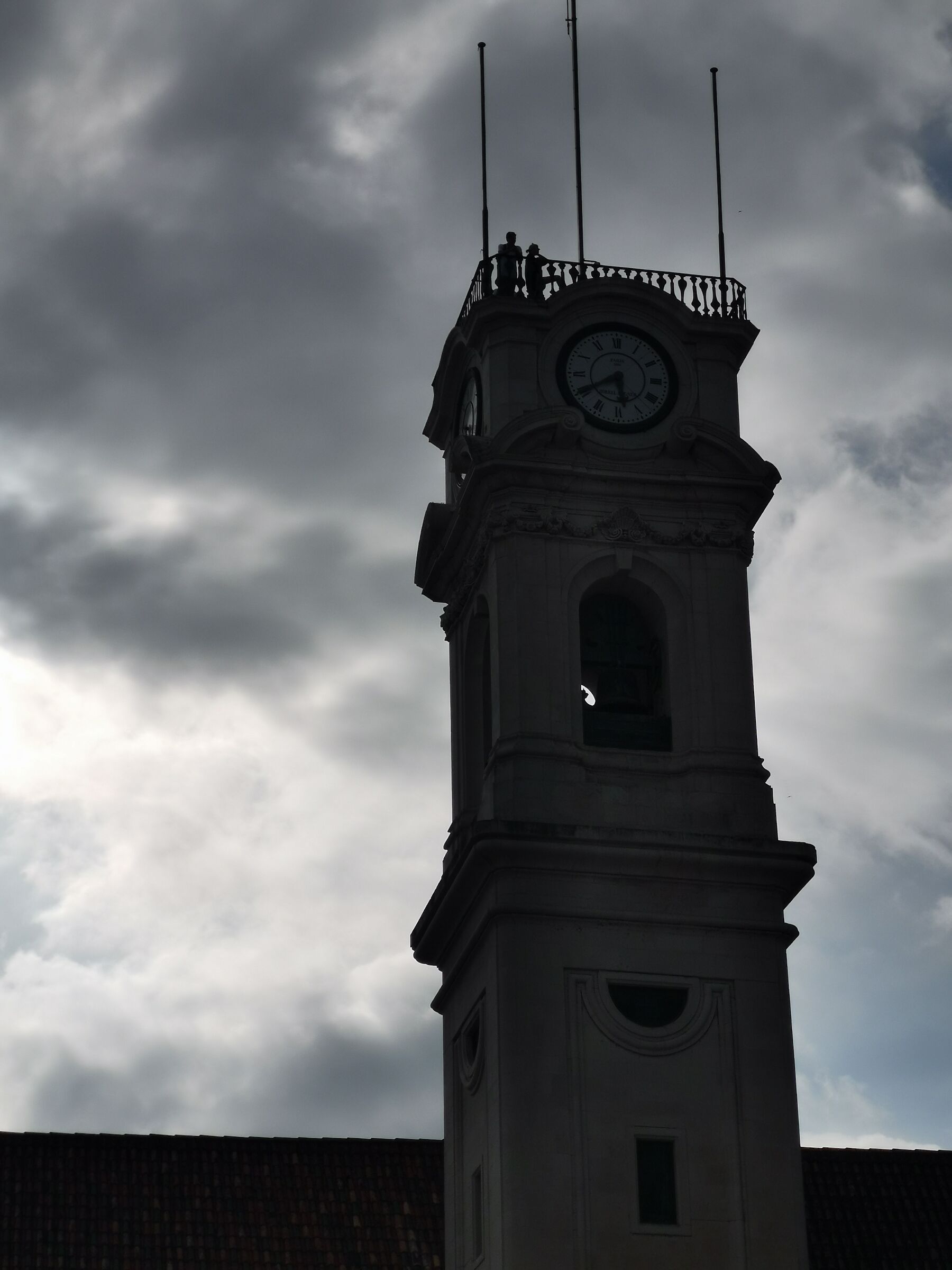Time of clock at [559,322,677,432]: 5:40
